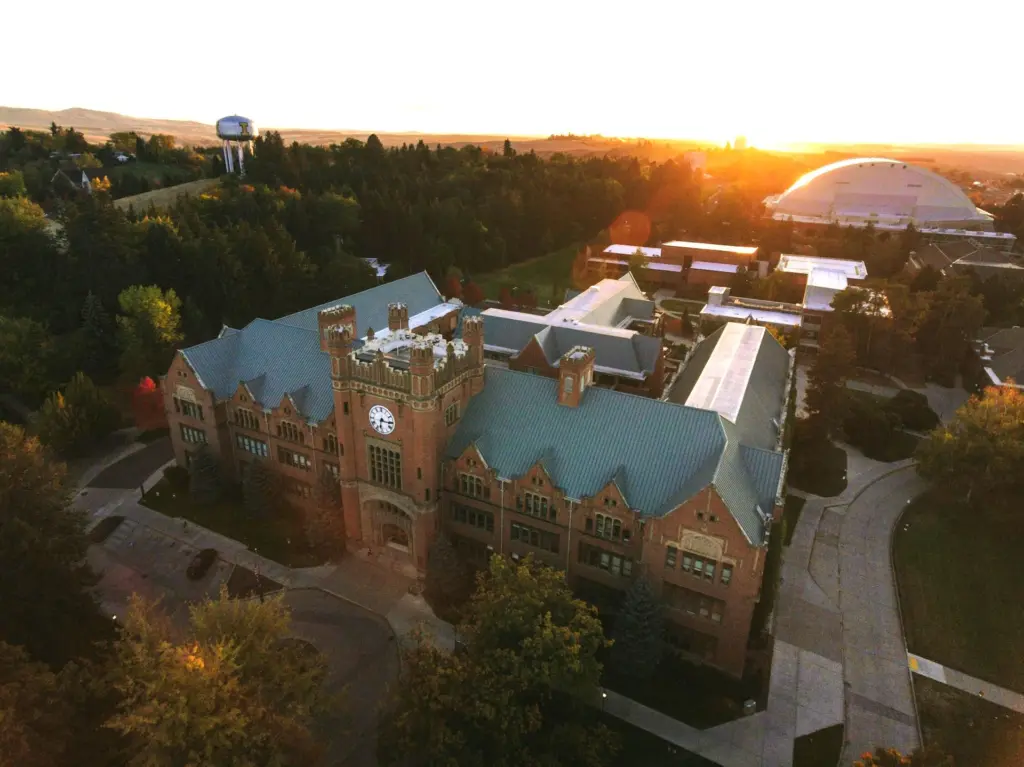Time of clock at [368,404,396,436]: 6:15
